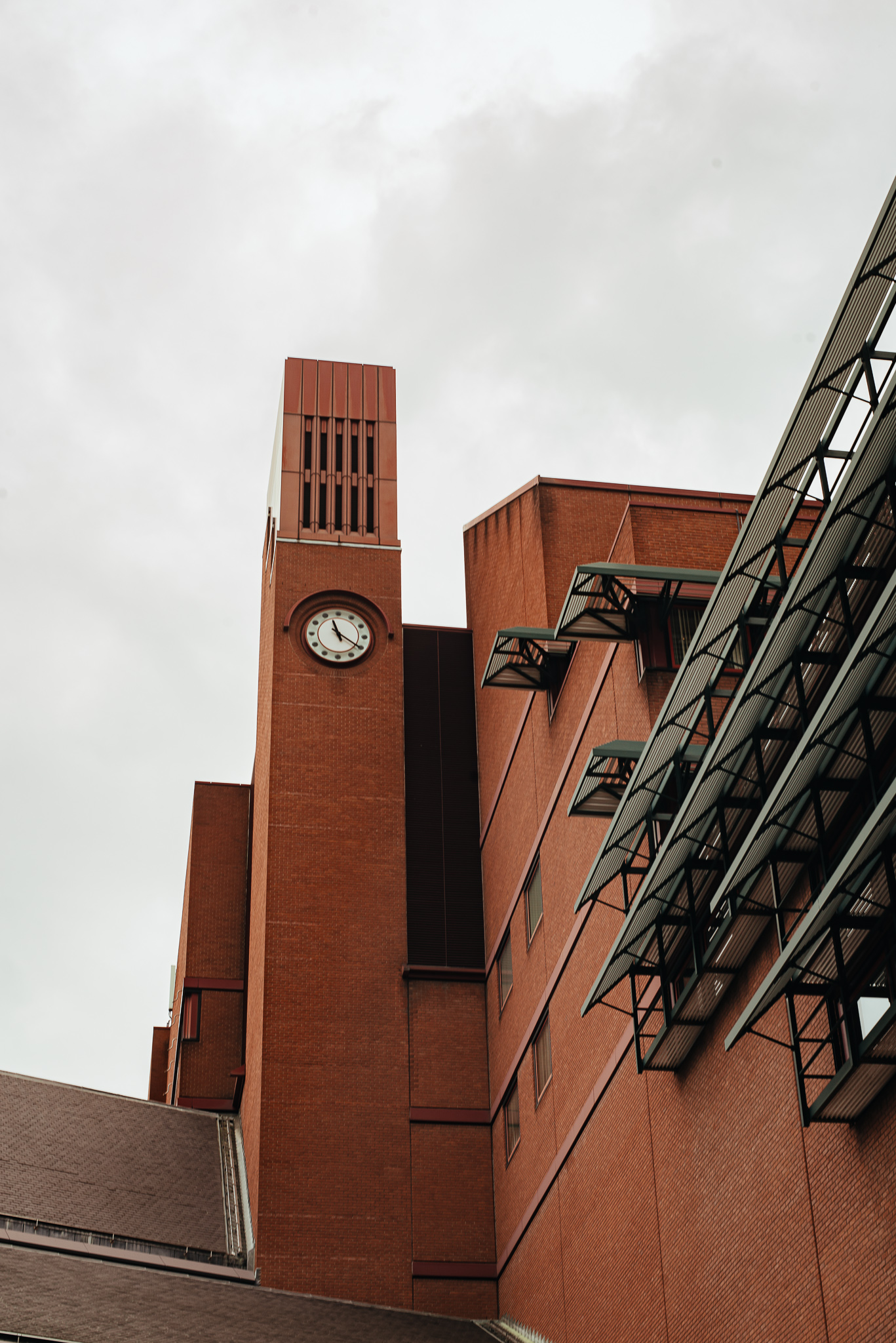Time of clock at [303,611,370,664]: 11:20
